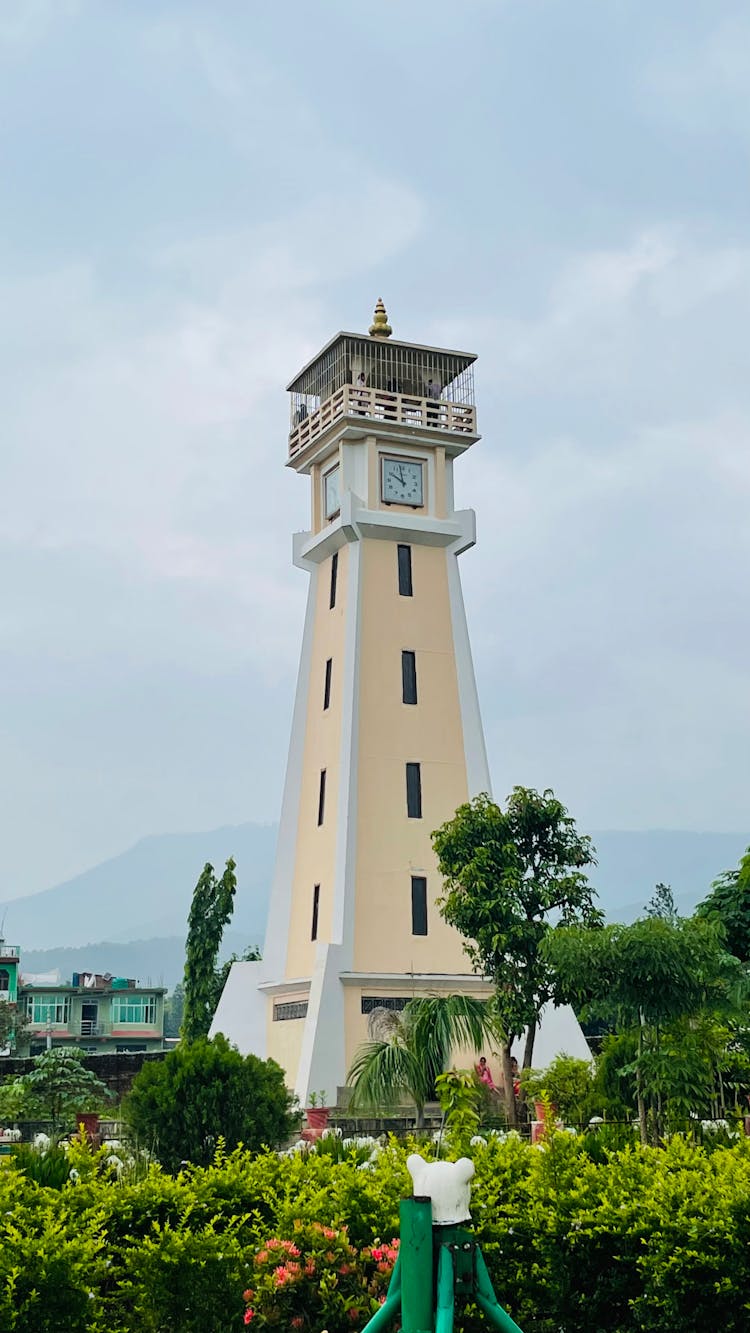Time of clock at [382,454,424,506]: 9:57
